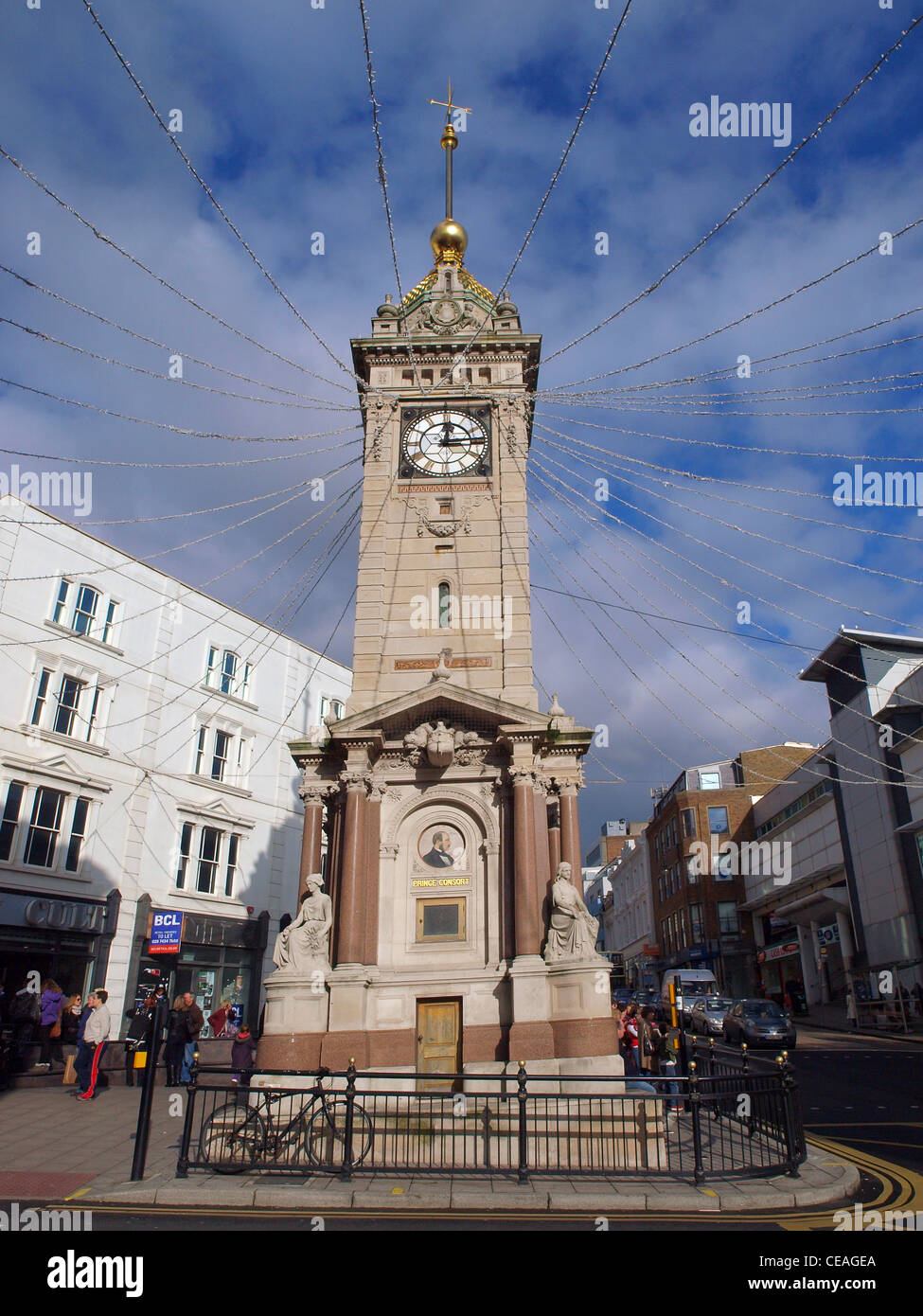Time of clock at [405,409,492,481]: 12:14
